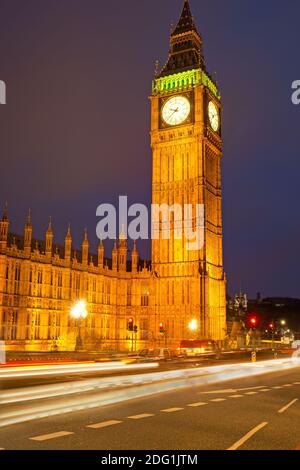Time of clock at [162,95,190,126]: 9:38
